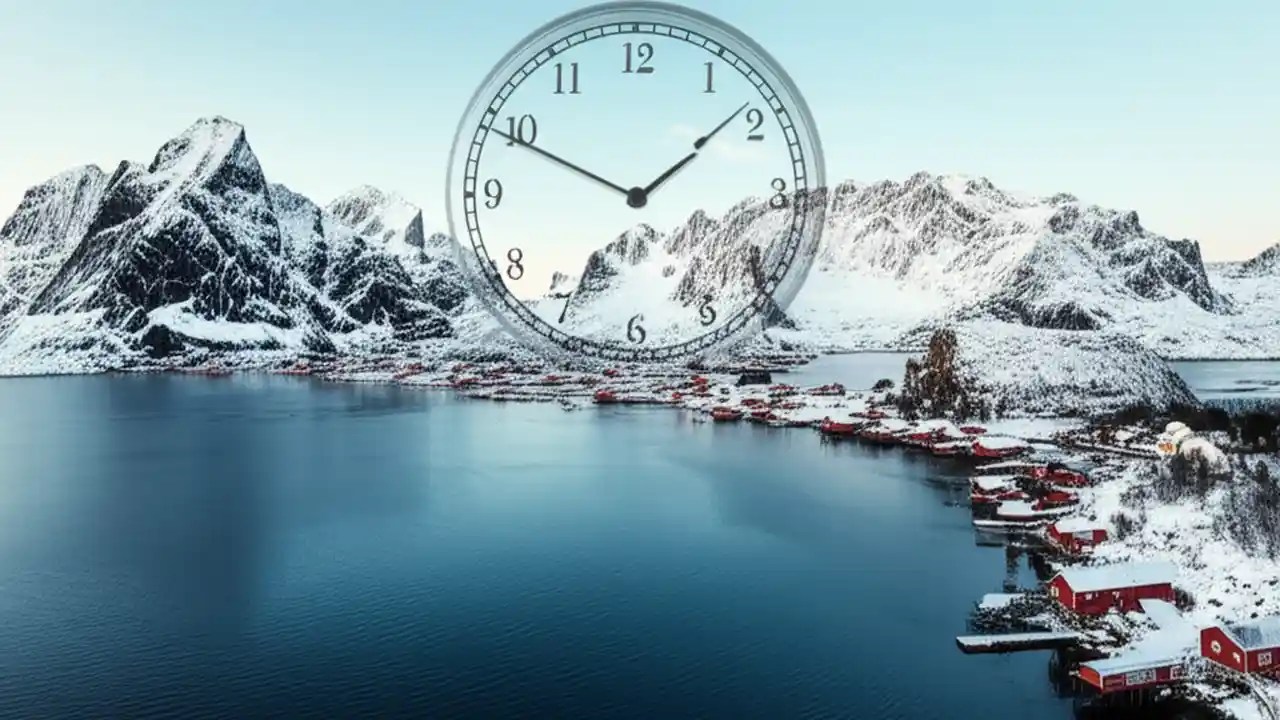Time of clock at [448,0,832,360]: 1:49
